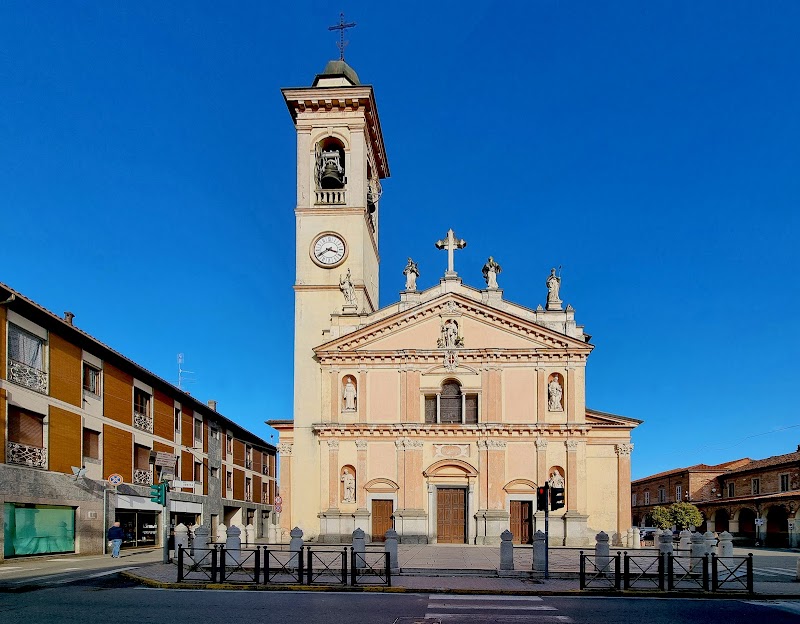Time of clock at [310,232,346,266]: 3:39
